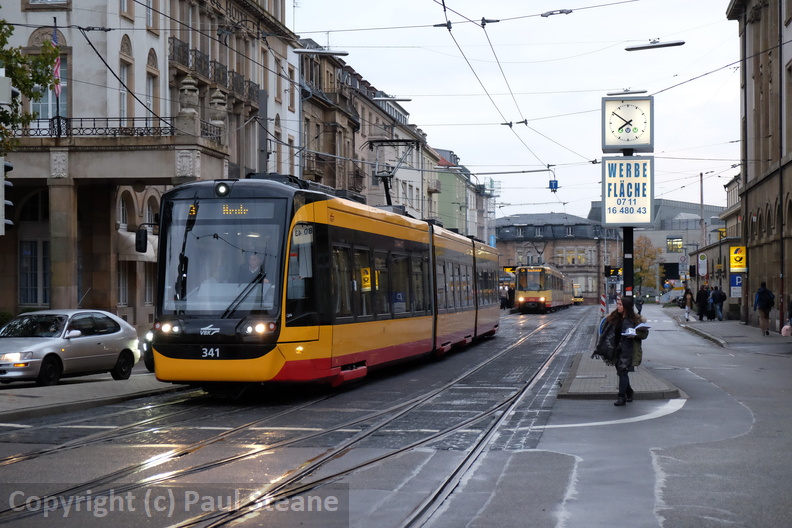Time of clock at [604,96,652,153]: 7:50
